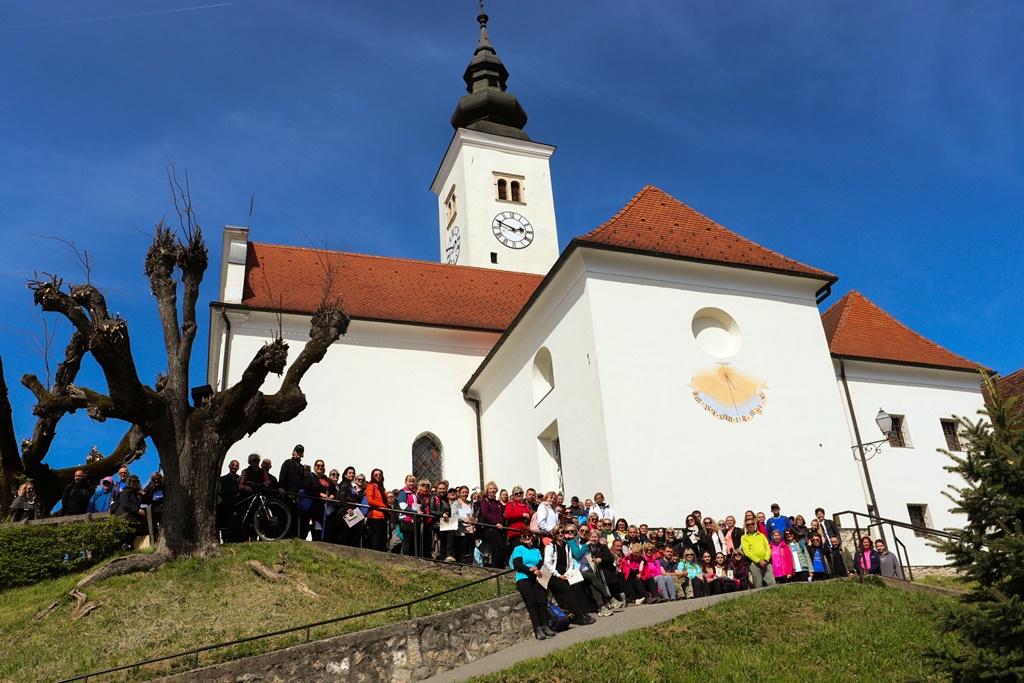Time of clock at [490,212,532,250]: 2:48
